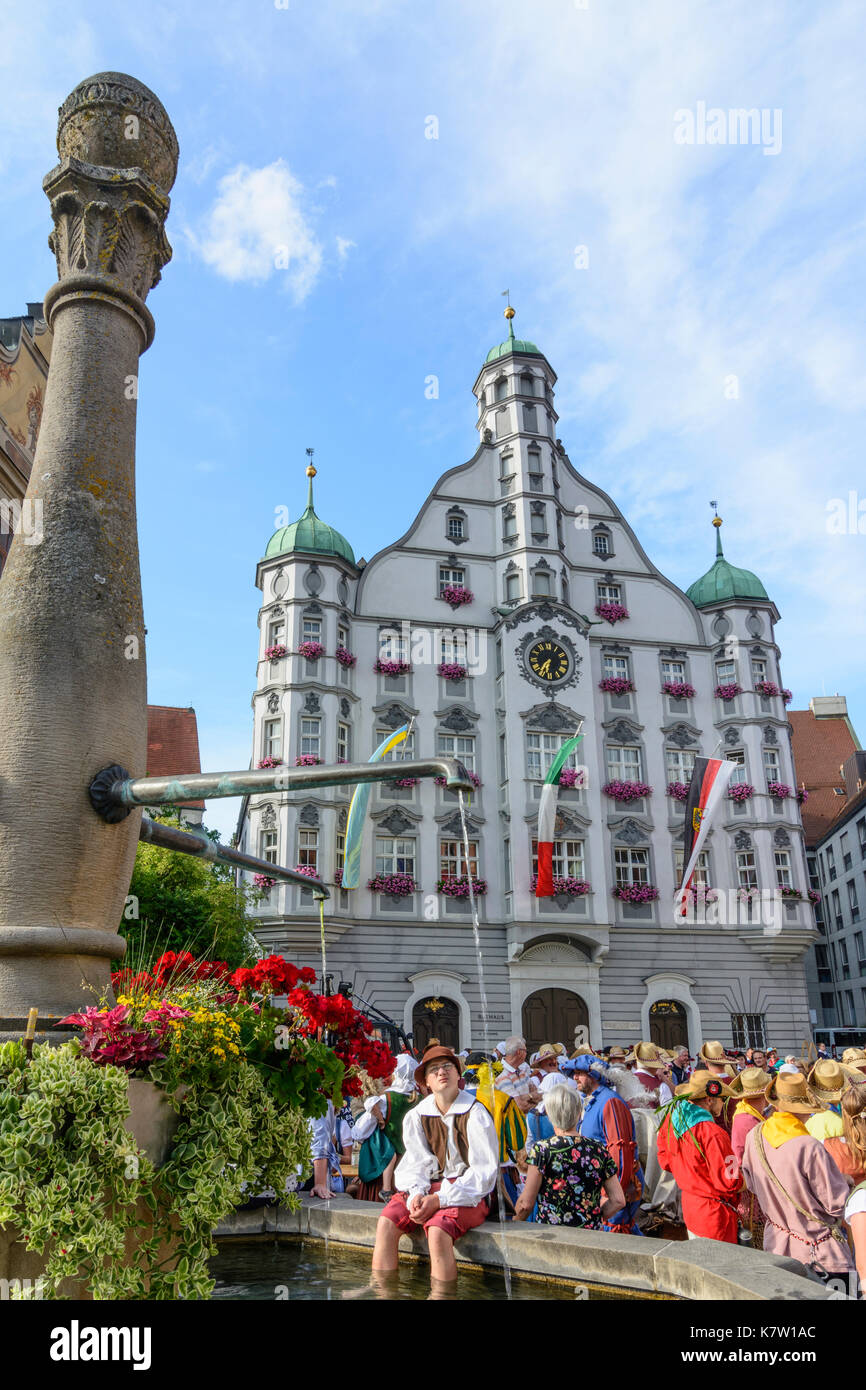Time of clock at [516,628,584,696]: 6:35
